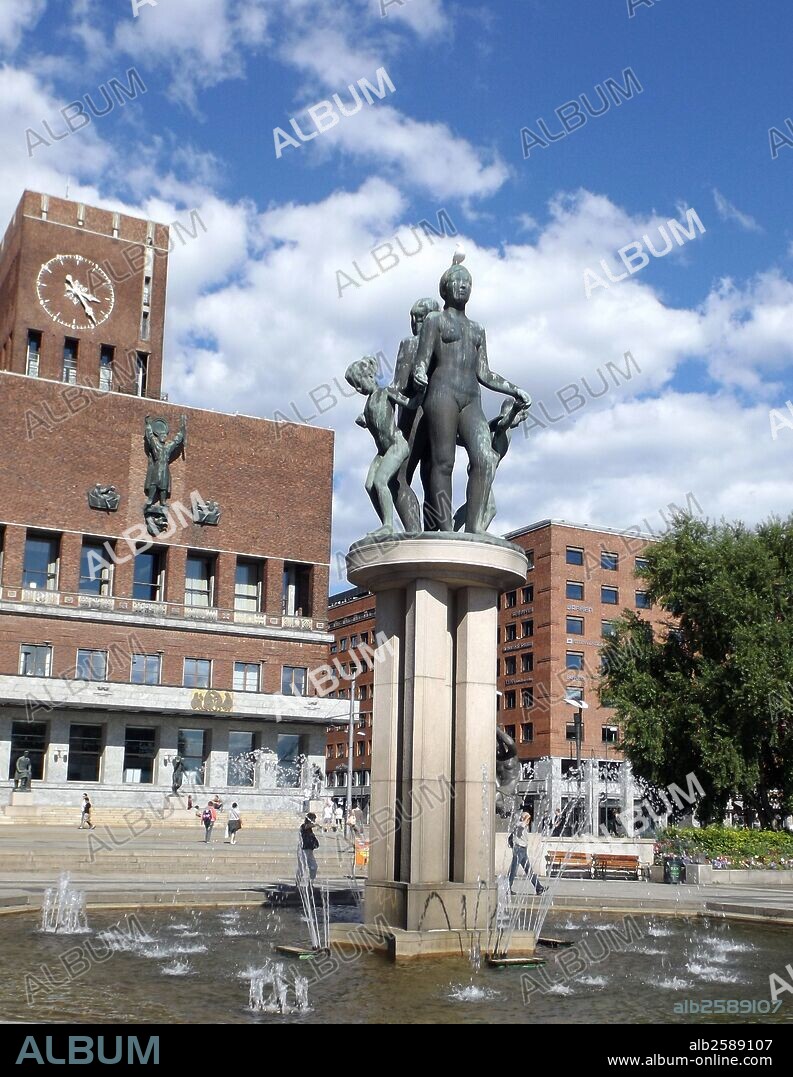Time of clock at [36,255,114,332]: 3:24
